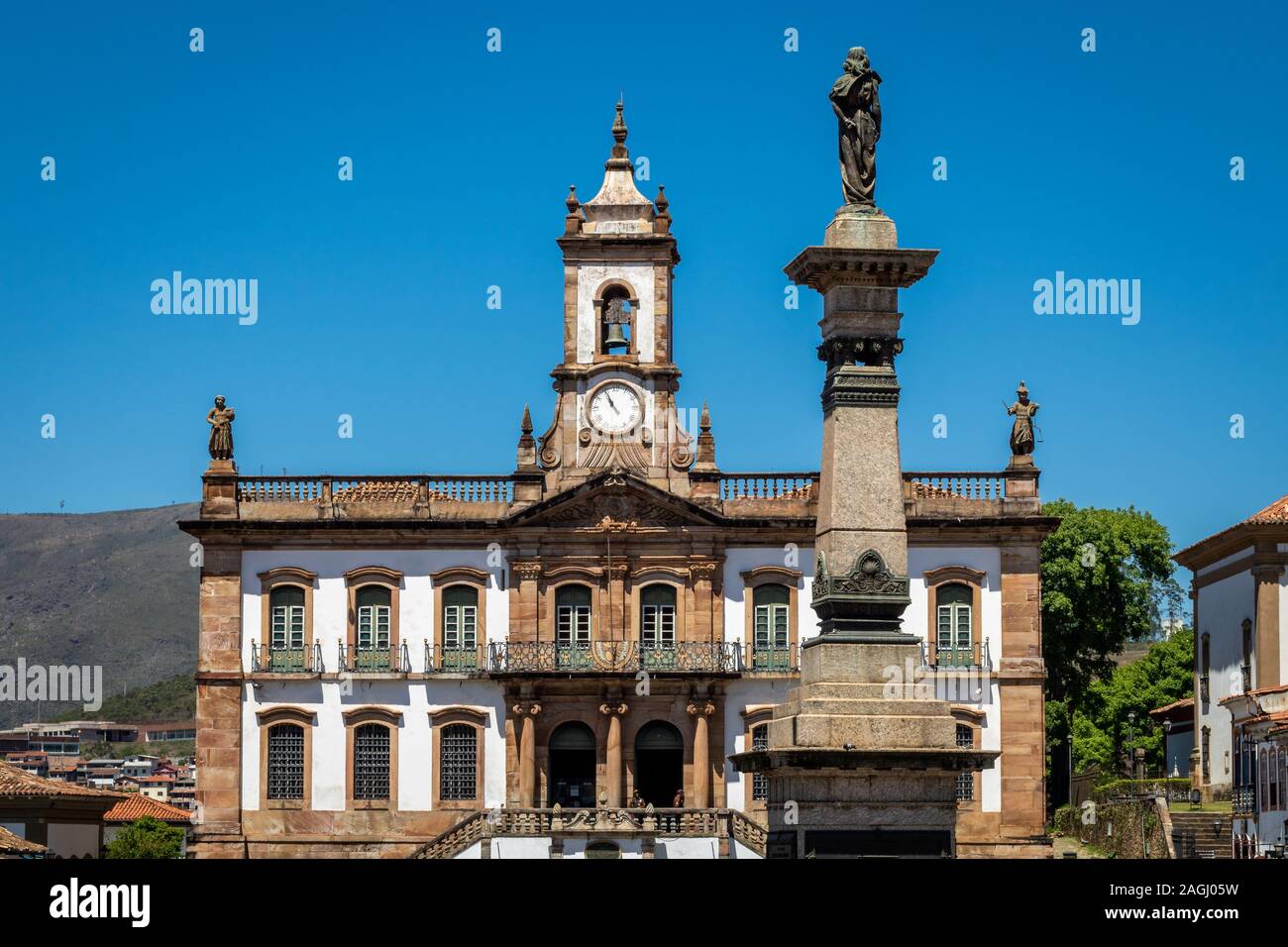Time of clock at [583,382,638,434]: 10:55
